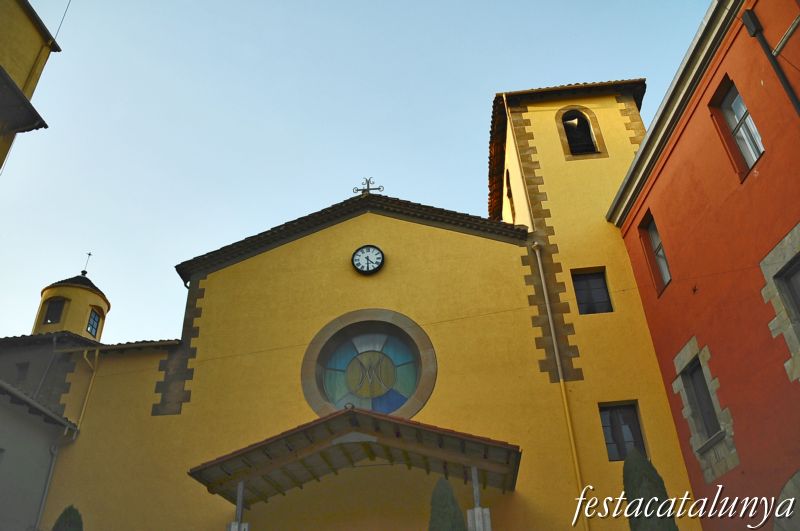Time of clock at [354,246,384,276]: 4:29
